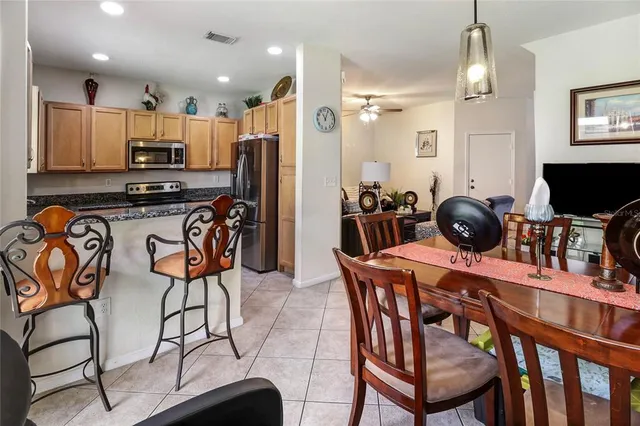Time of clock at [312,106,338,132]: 11:04
